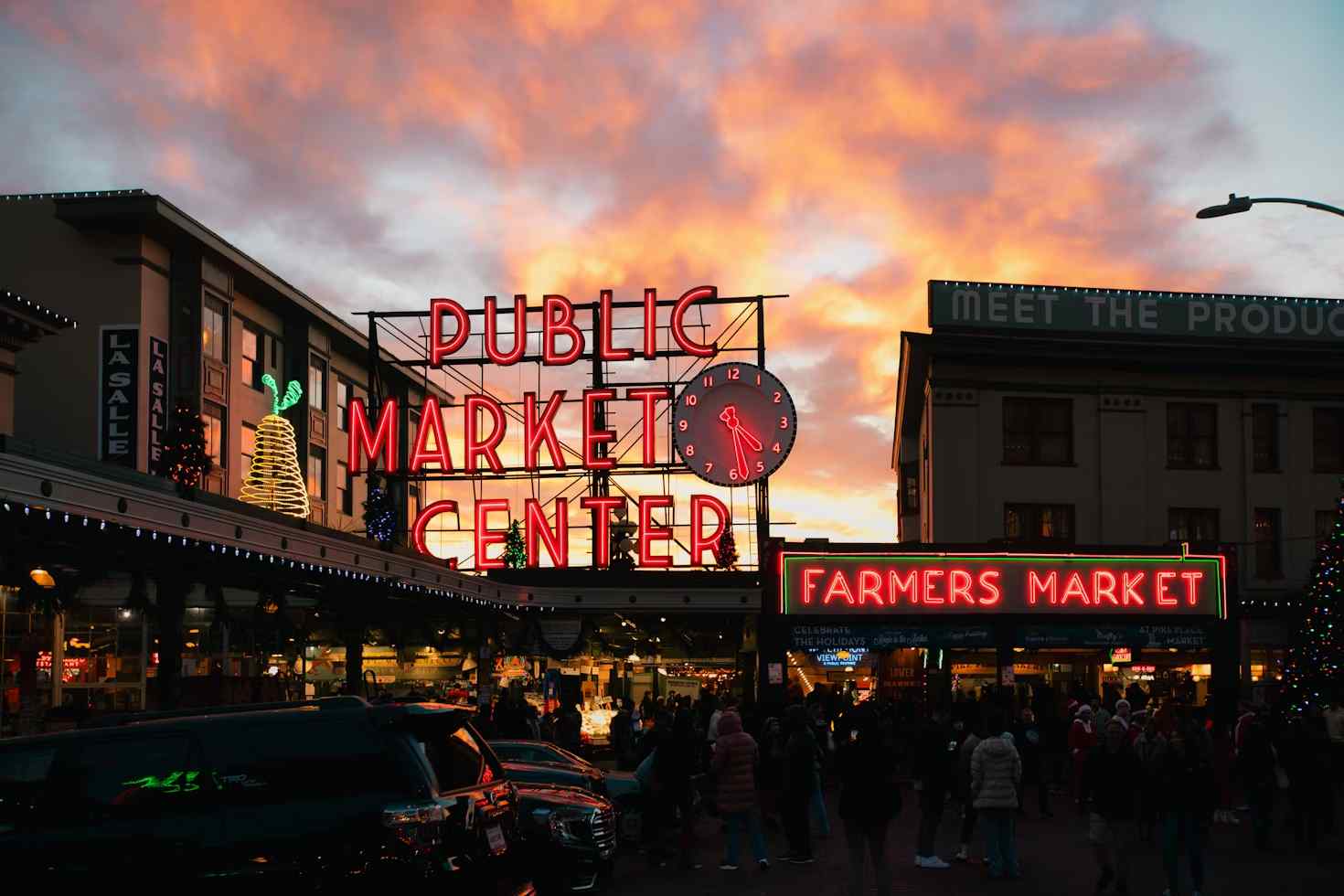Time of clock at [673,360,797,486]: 4:28
